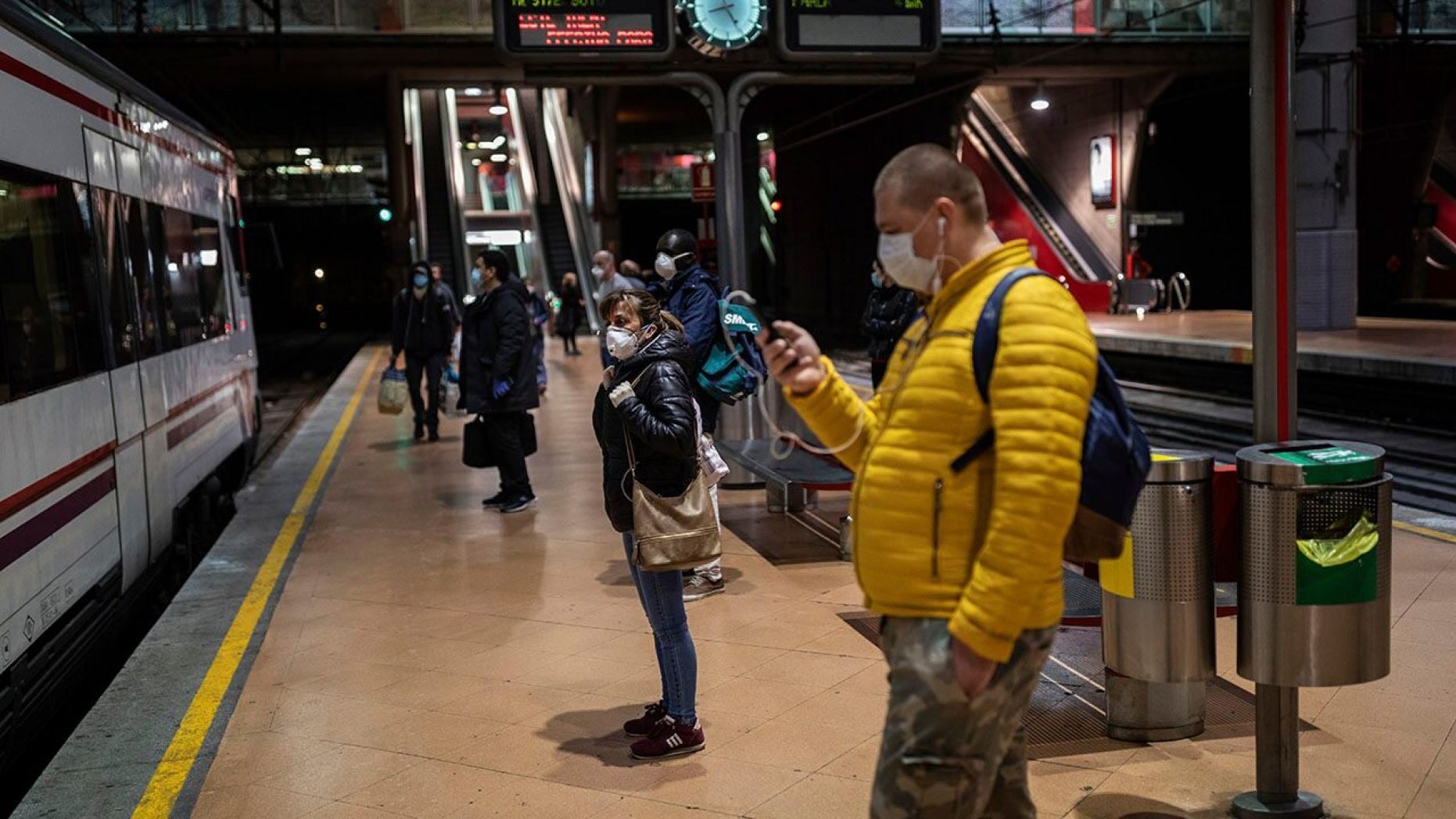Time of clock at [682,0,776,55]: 8:25
